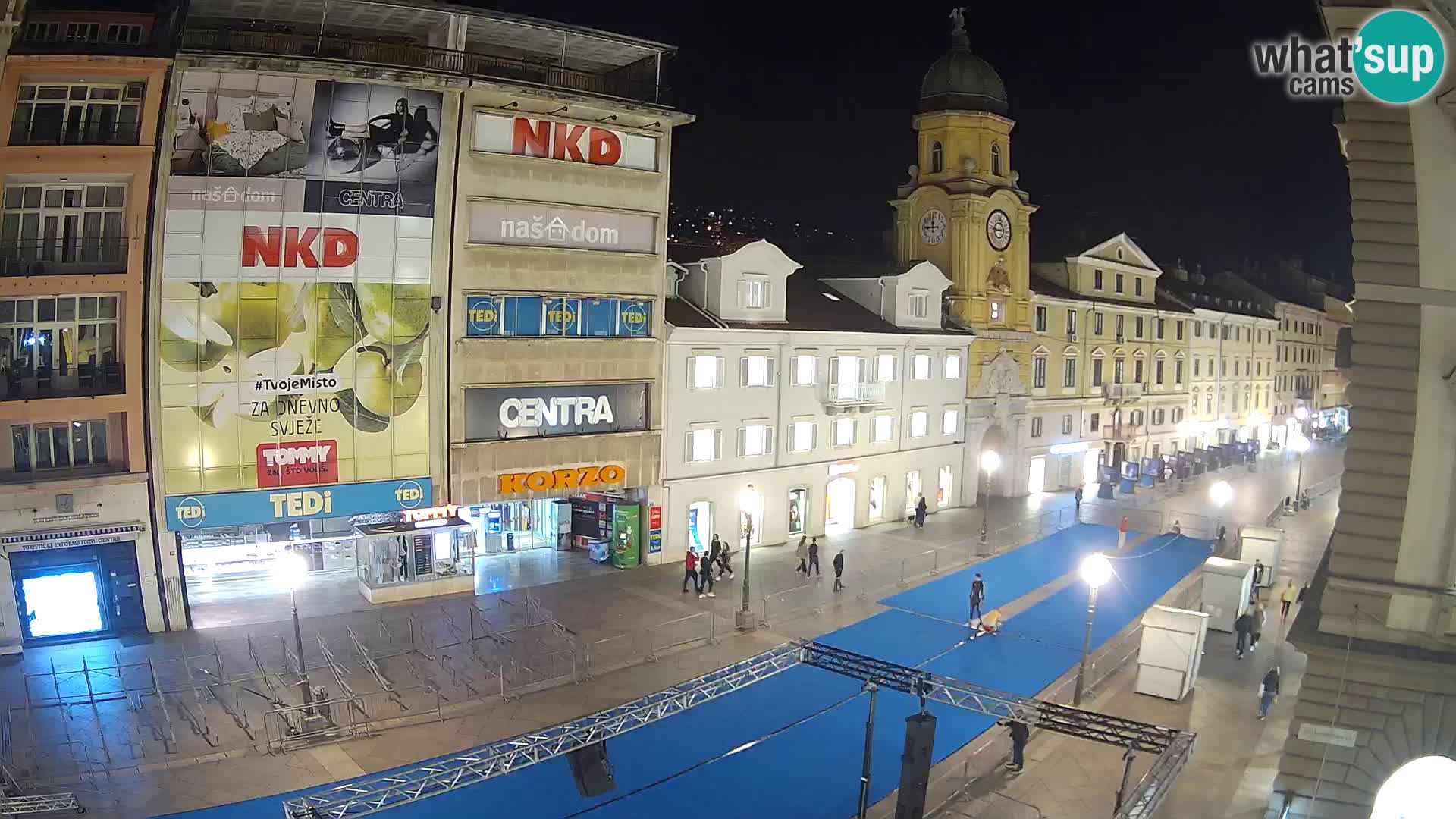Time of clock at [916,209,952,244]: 11:44
